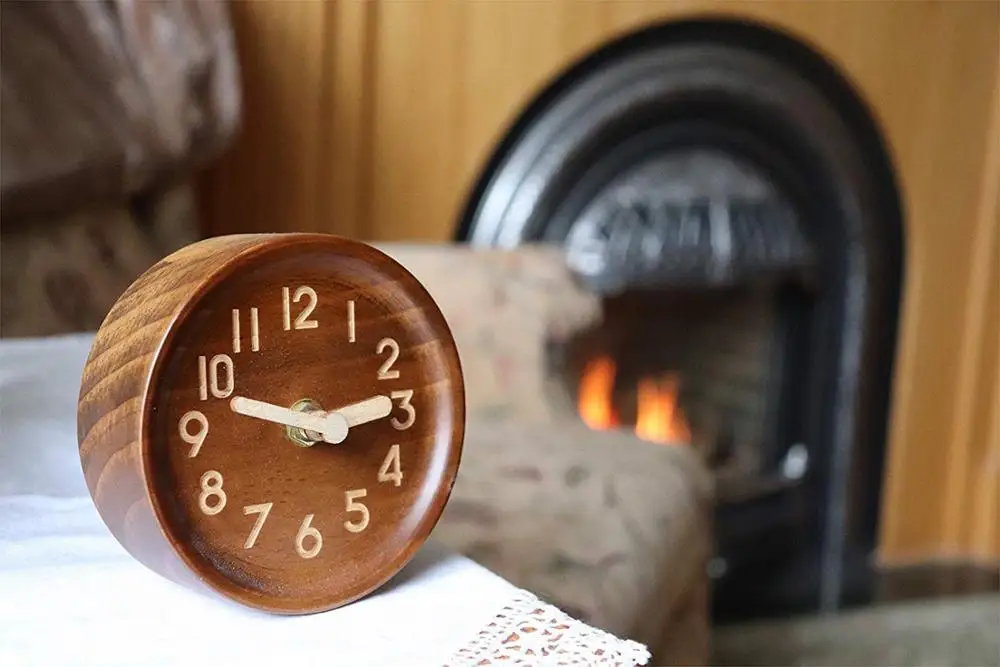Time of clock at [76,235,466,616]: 2:48
